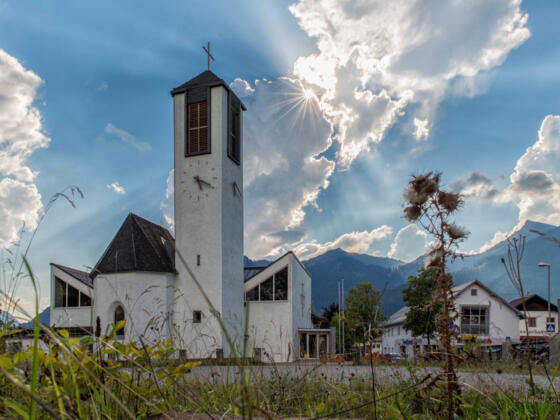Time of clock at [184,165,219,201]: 5:18
